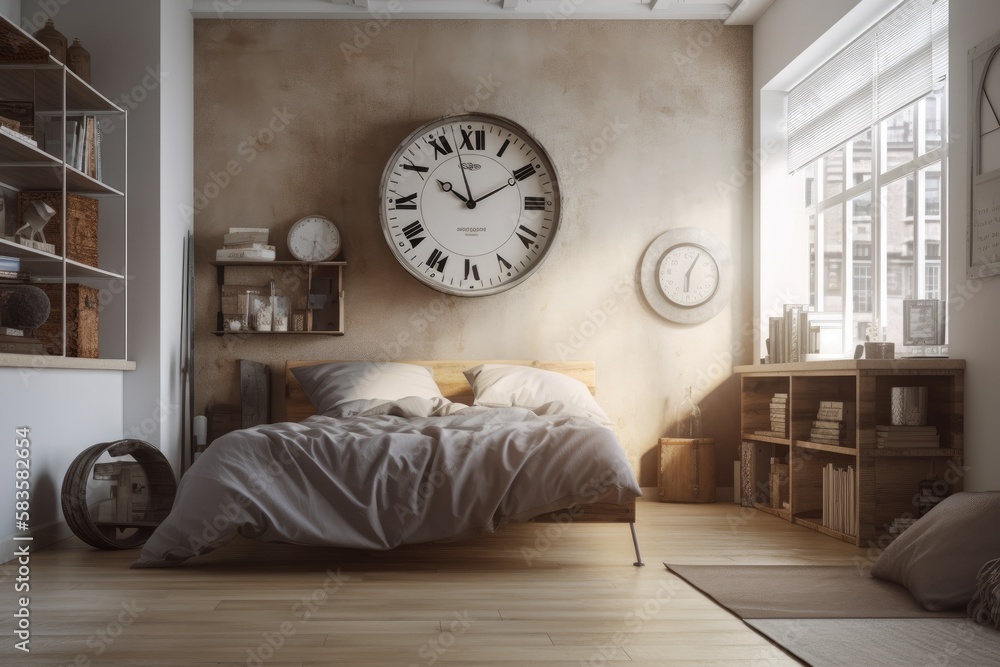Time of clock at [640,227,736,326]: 6:04
